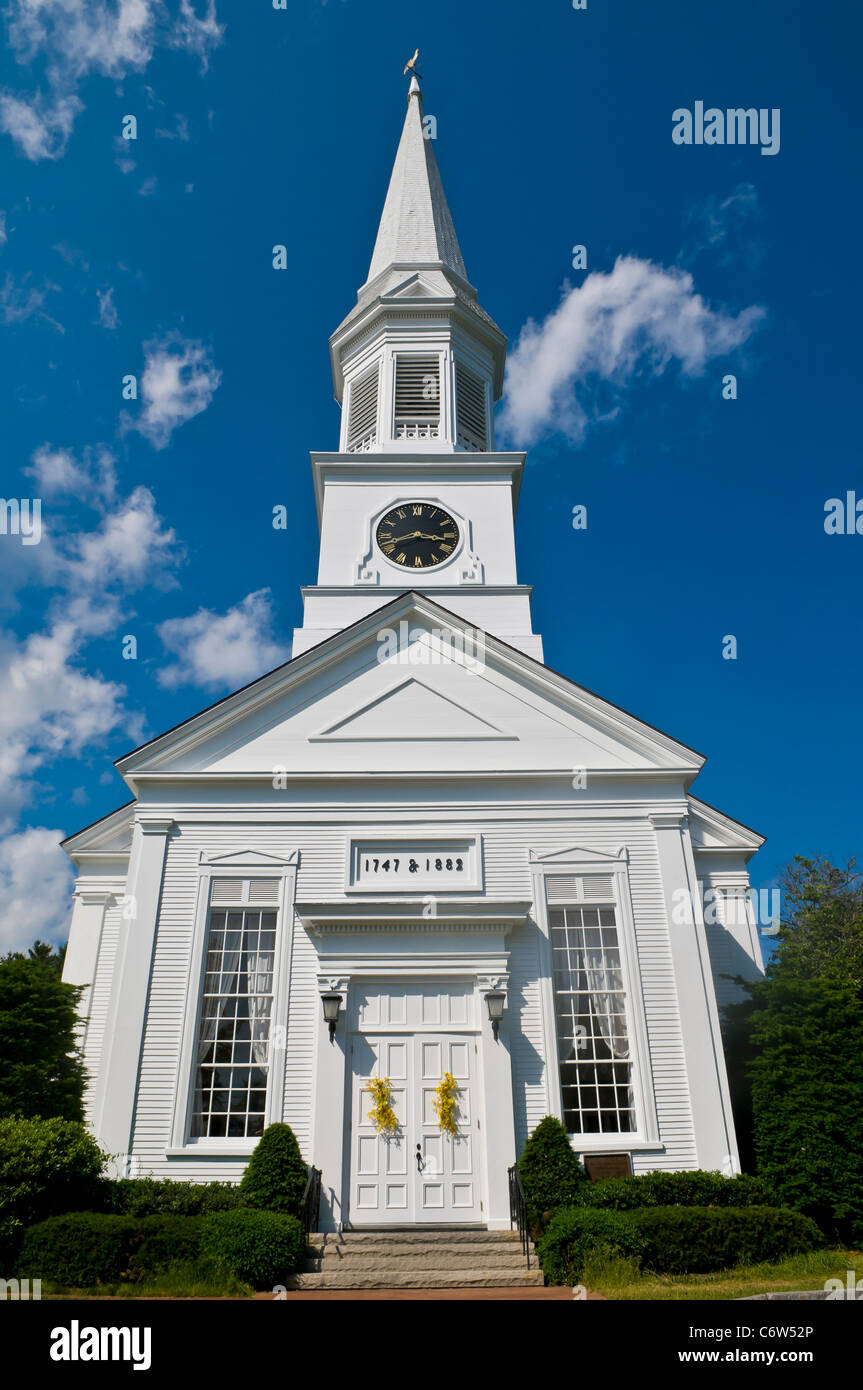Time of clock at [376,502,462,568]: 8:16
